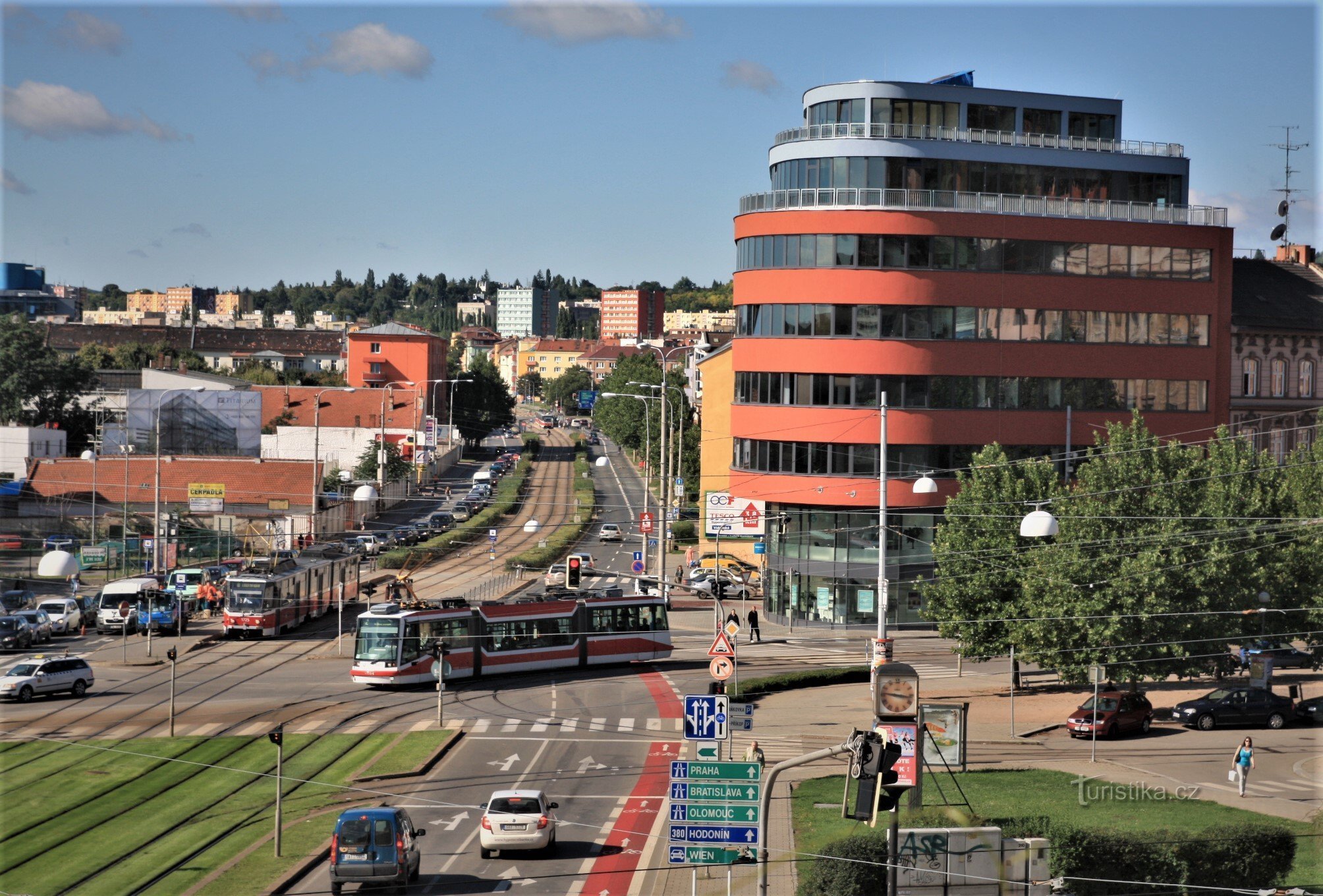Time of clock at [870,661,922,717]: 9:16
